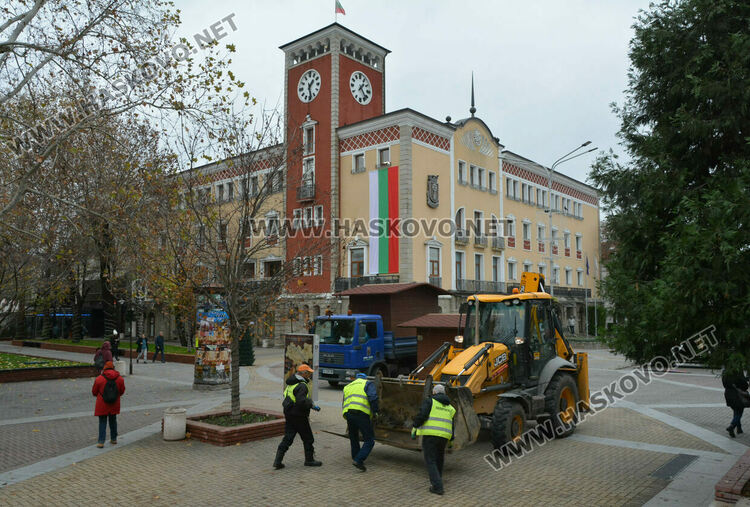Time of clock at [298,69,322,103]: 1:28
